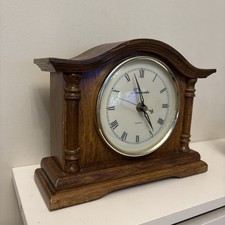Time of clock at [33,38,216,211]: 4:57
